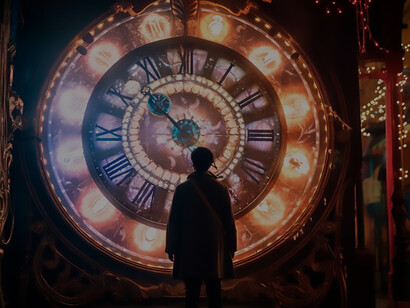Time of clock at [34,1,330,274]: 4:52
